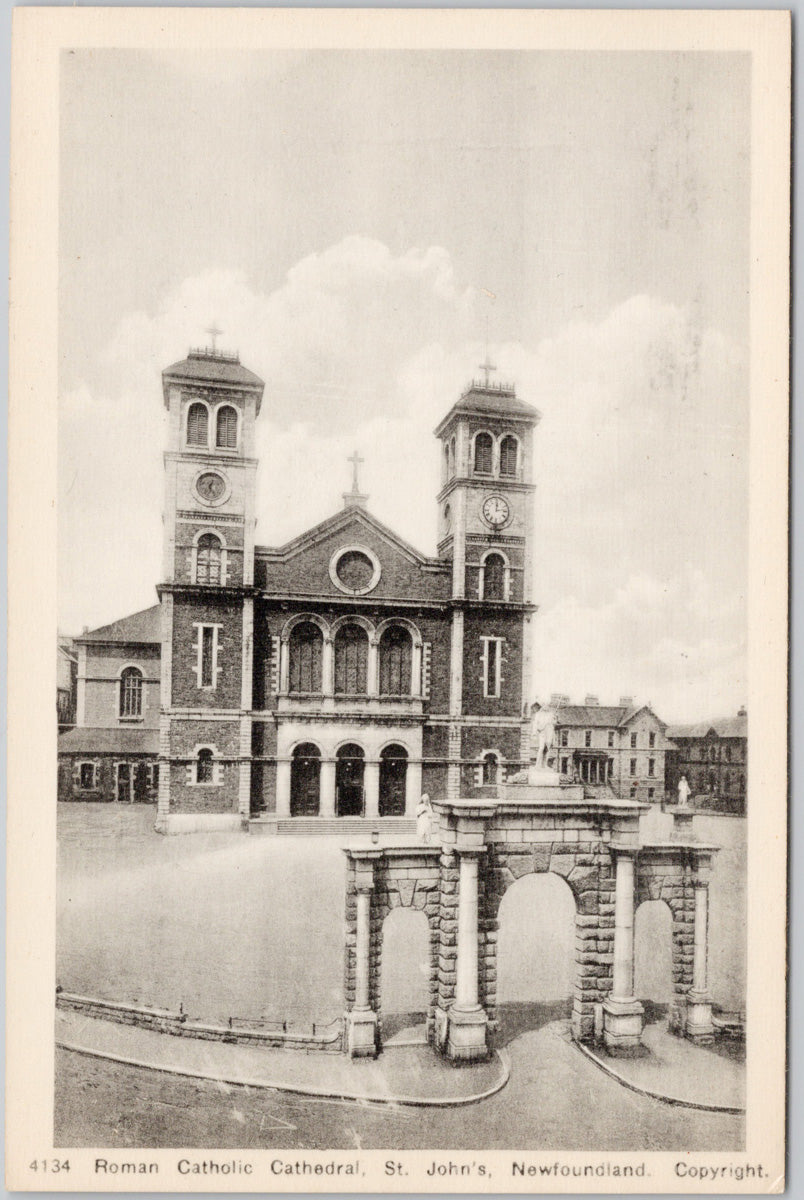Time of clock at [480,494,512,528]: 12:13
